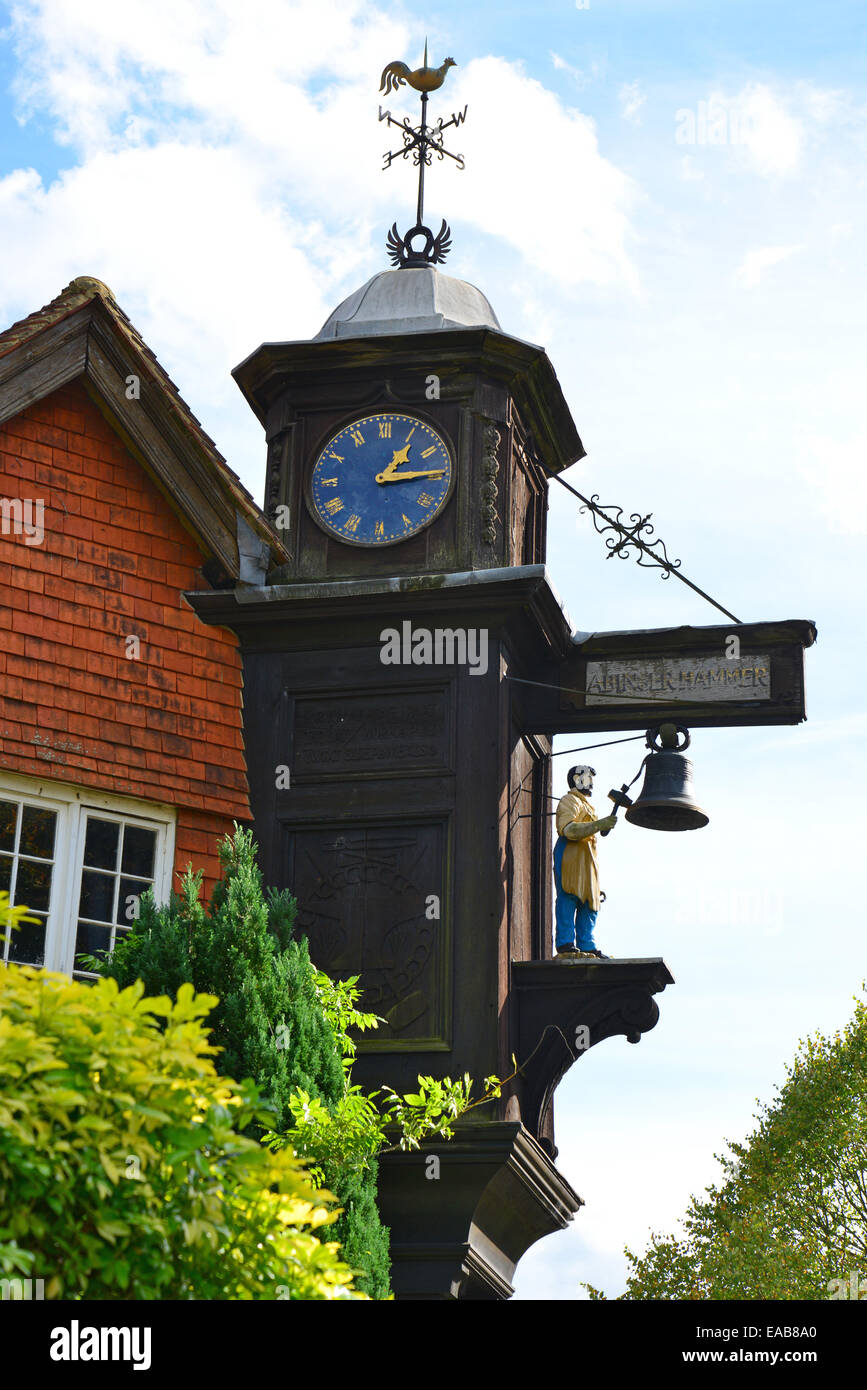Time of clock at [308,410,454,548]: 1:13
